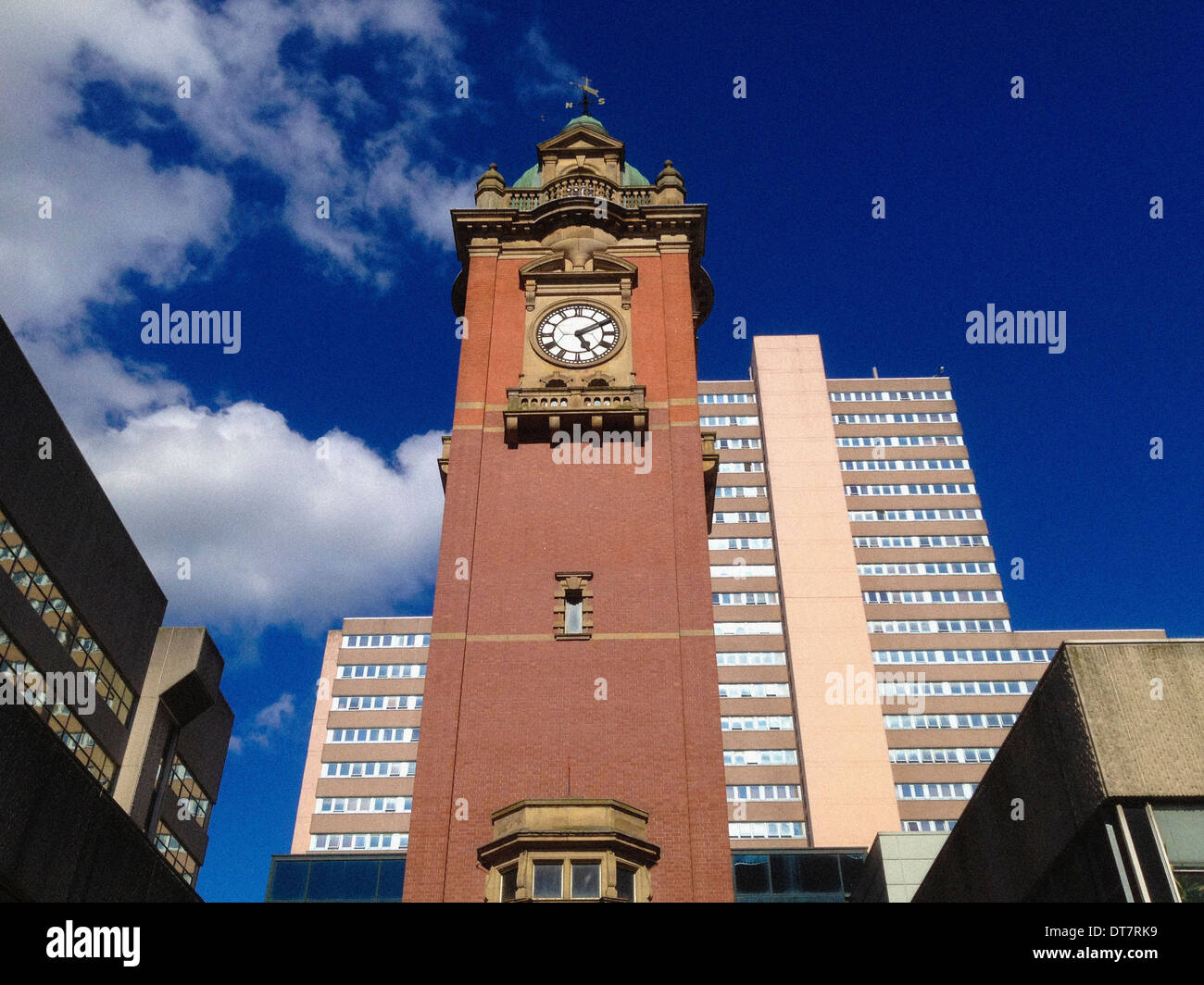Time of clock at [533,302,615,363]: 5:10
